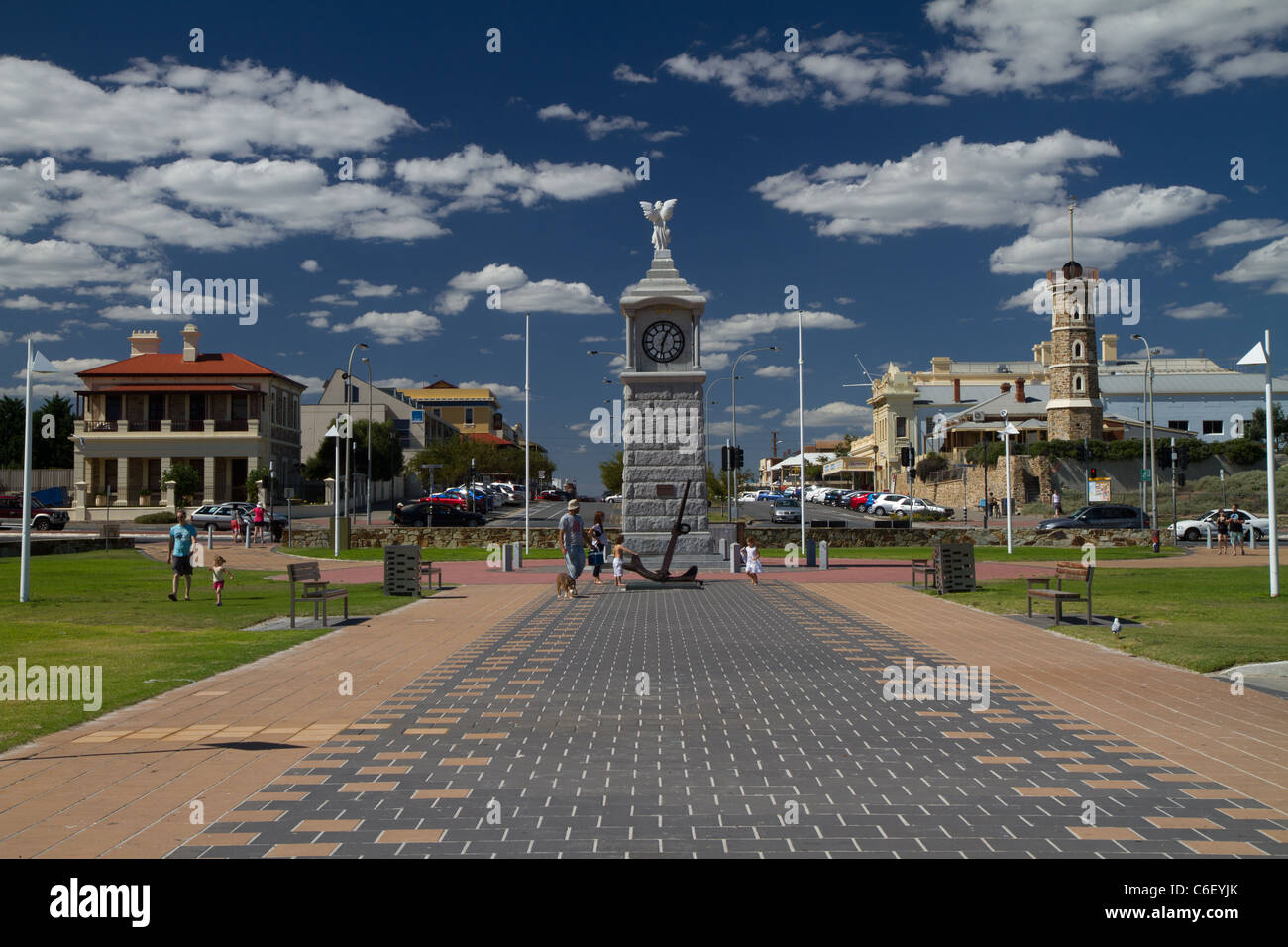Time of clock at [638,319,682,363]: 12:31
